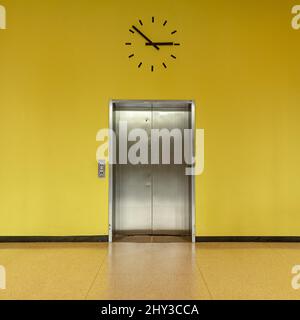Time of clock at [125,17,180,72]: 2:51
